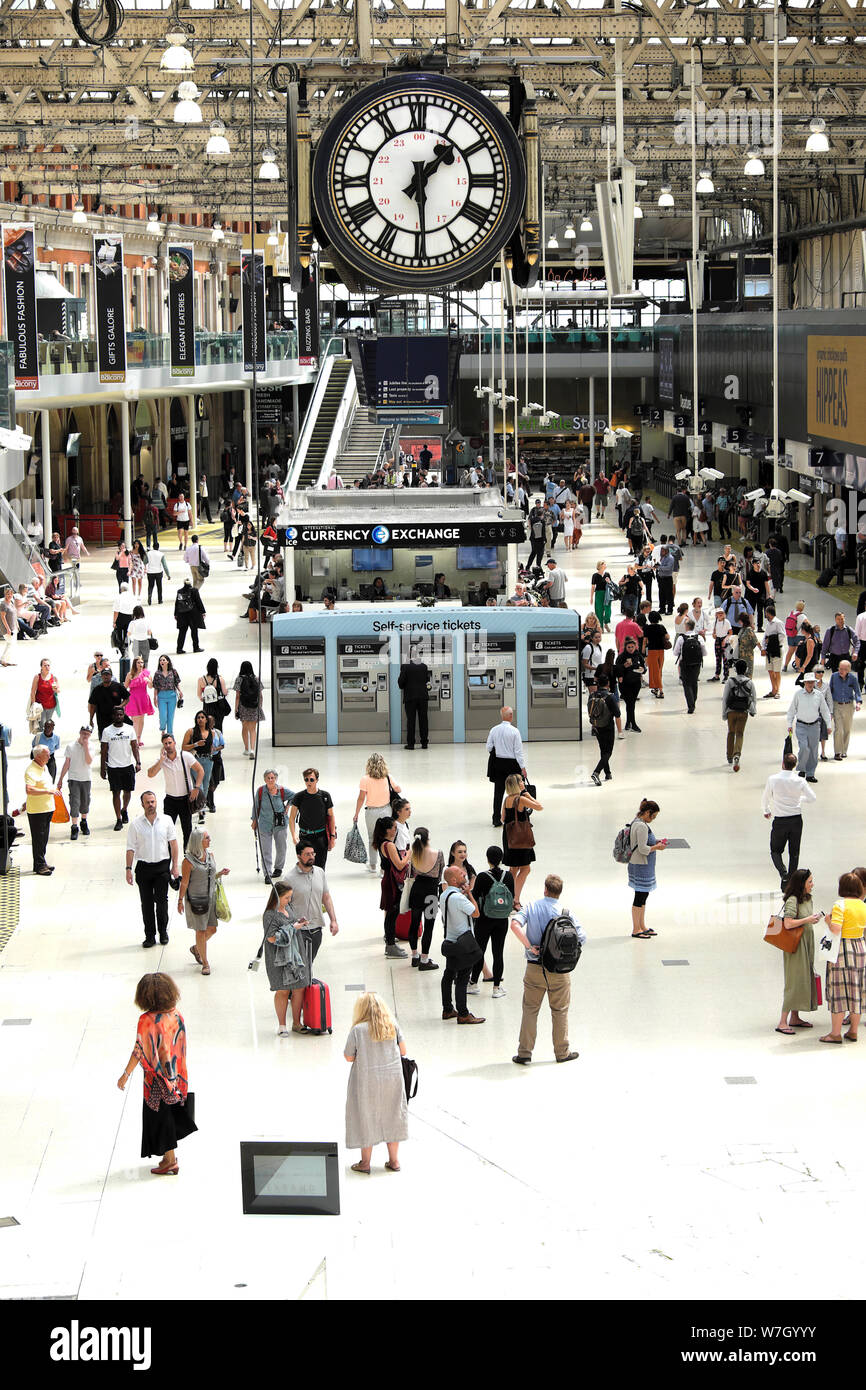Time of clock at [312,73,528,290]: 1:29
